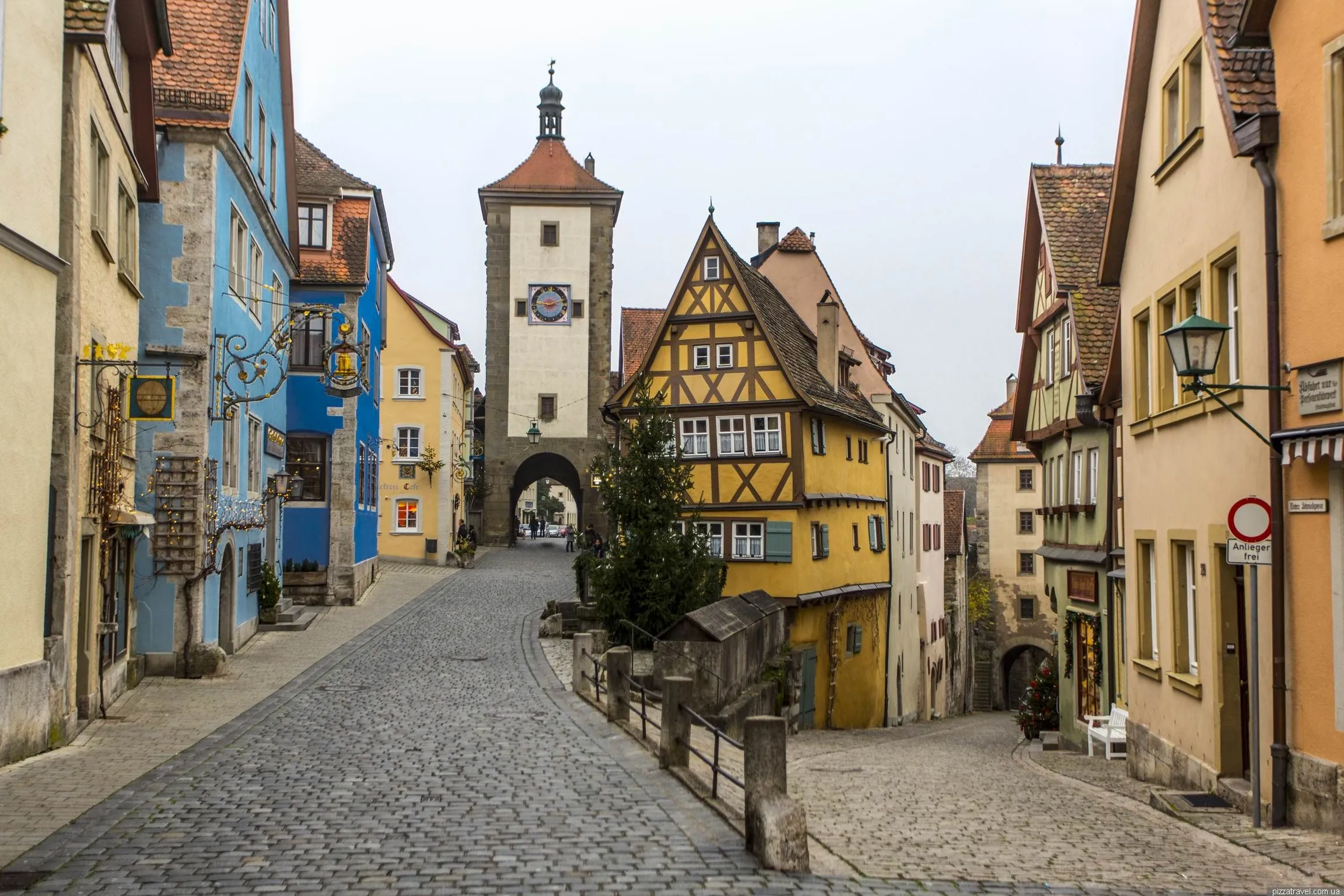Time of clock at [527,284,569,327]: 9:12
